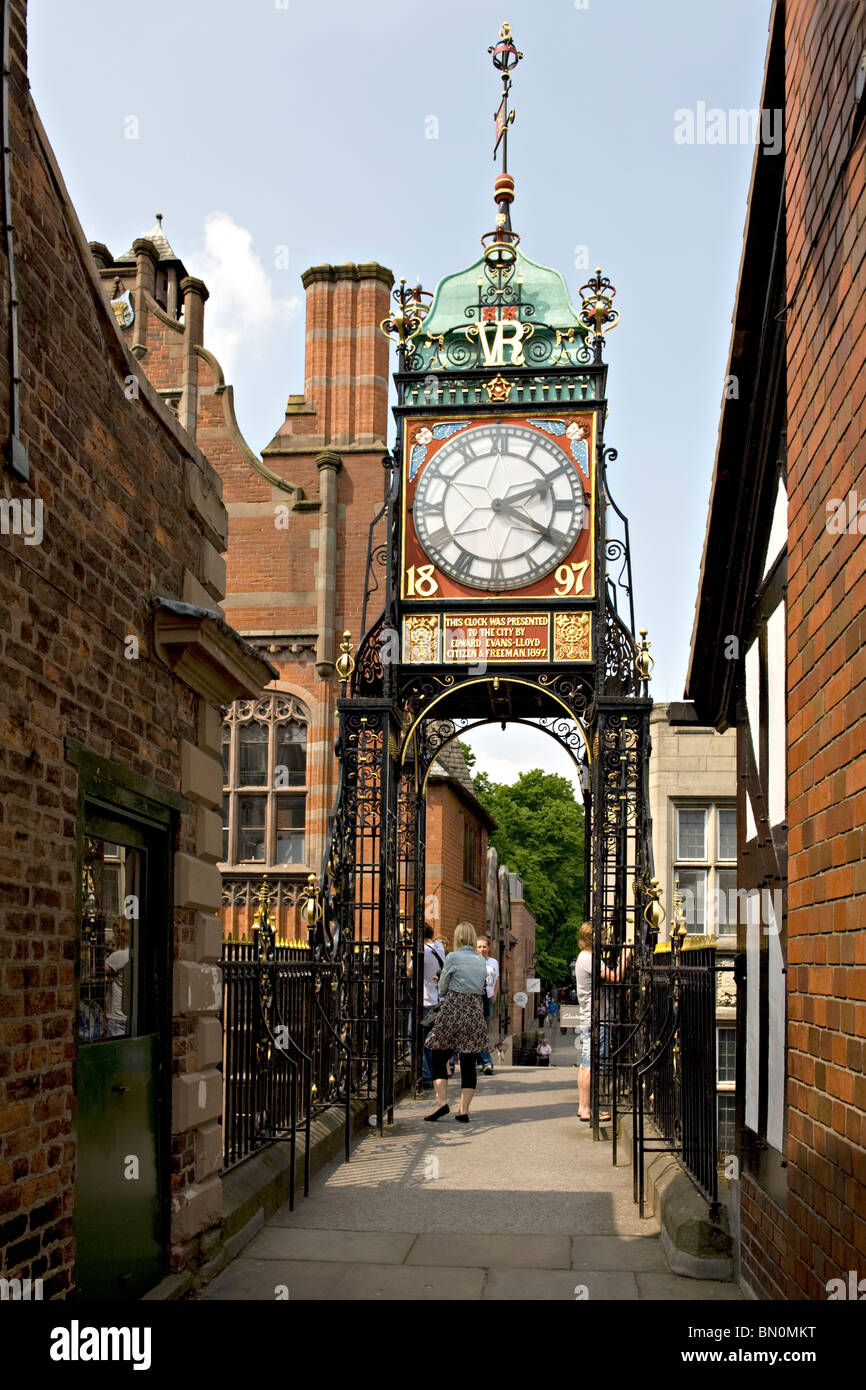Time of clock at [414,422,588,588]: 2:19
